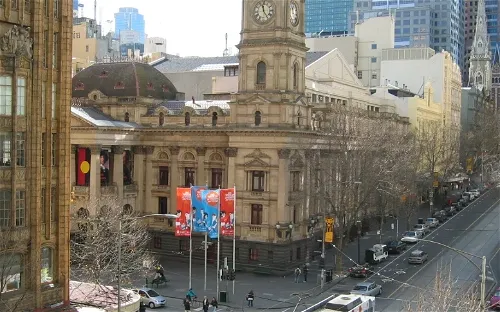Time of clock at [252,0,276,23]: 11:24
